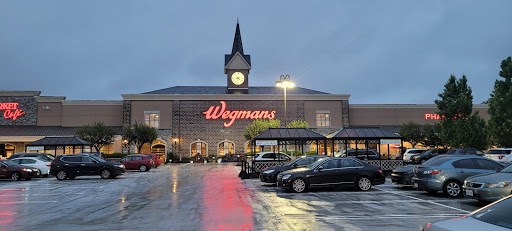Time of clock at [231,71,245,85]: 8:21
